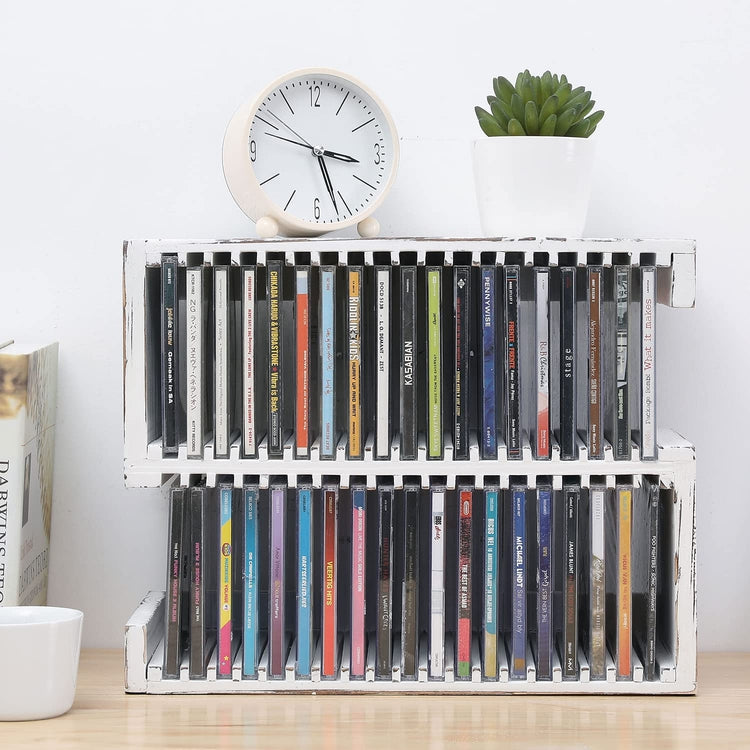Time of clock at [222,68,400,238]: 3:26
